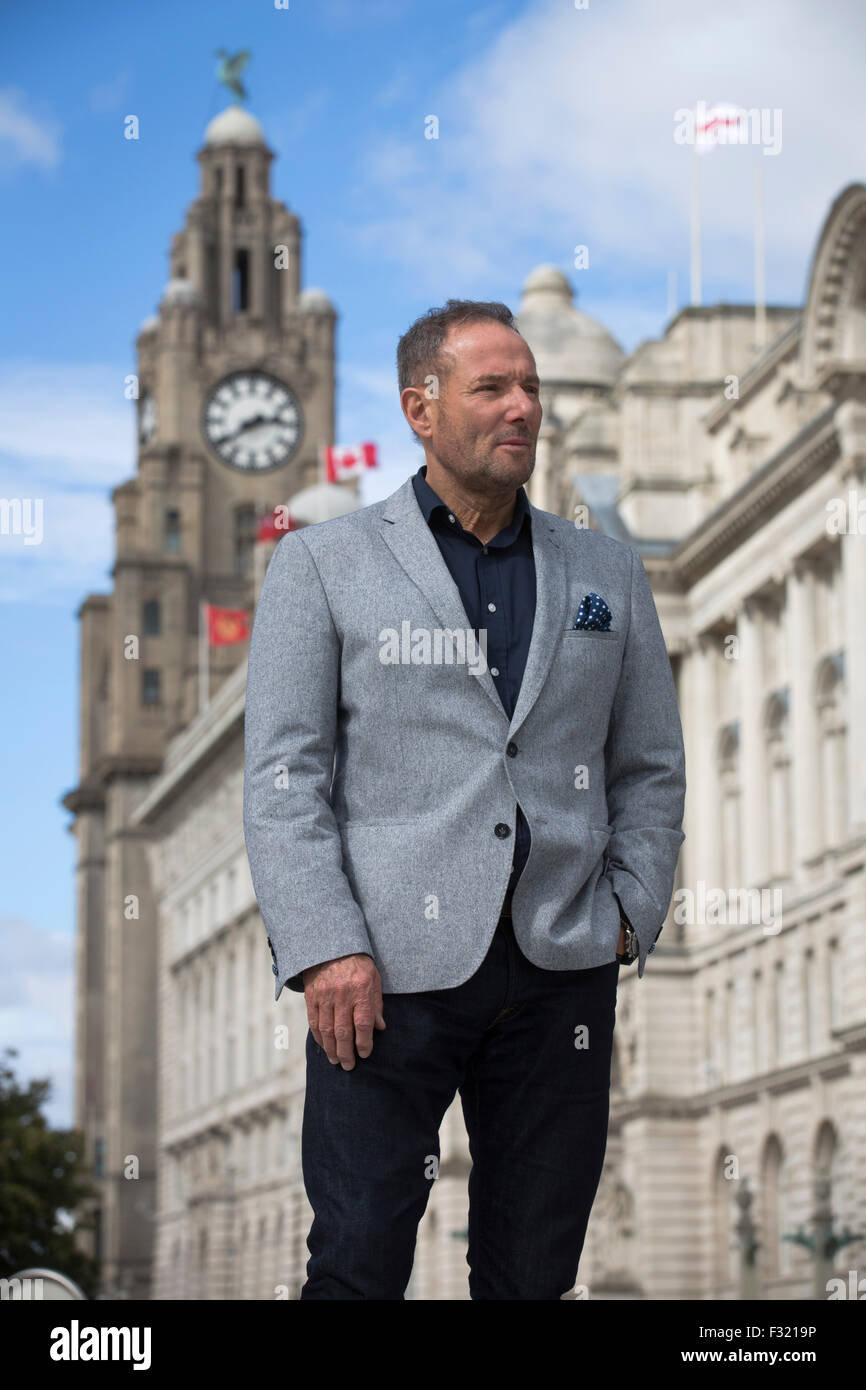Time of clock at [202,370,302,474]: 2:39
